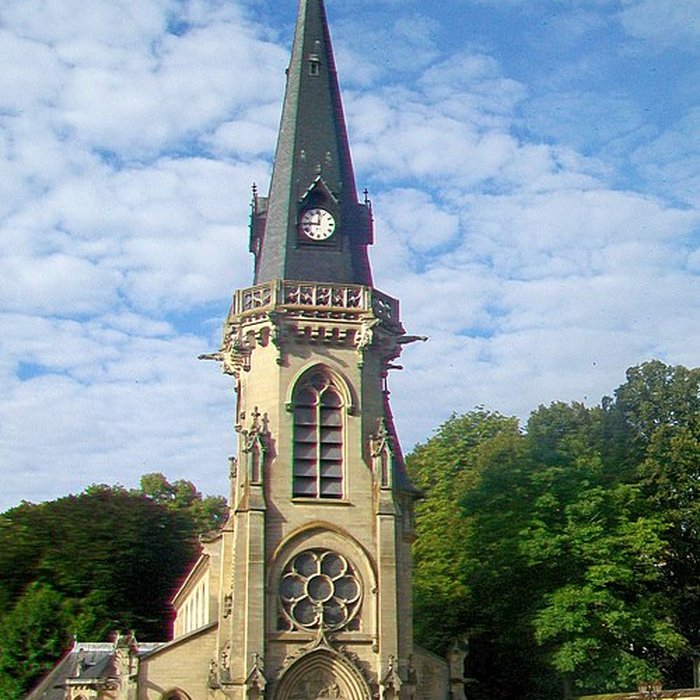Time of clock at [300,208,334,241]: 9:01
